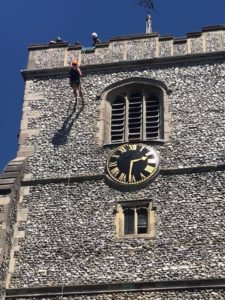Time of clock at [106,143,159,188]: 2:31
